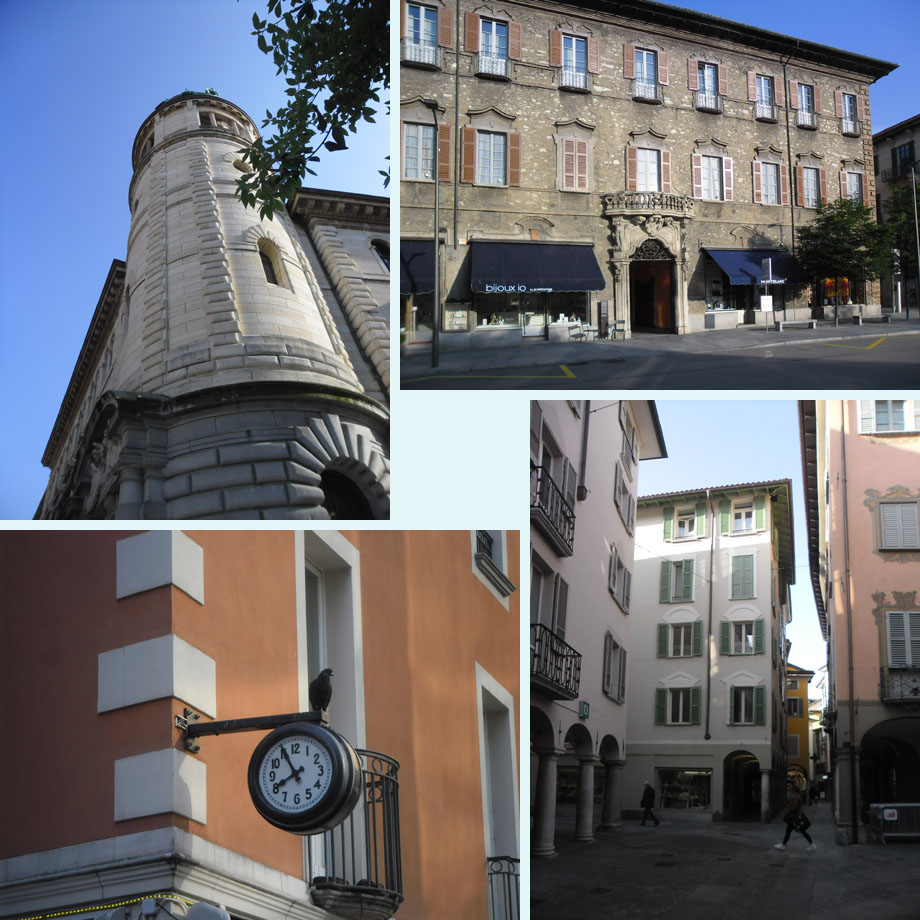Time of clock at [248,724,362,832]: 7:55
